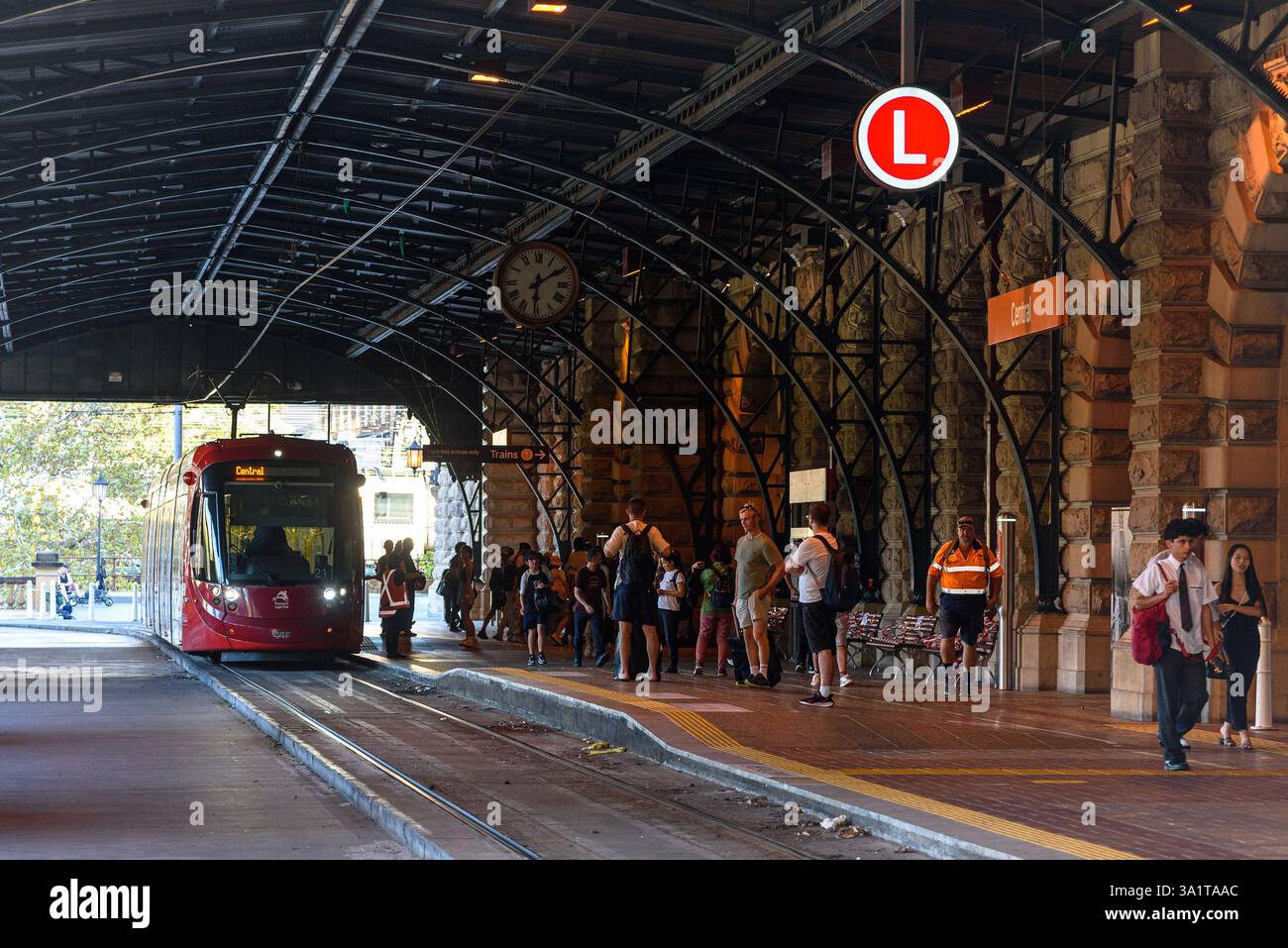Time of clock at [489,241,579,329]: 6:09
